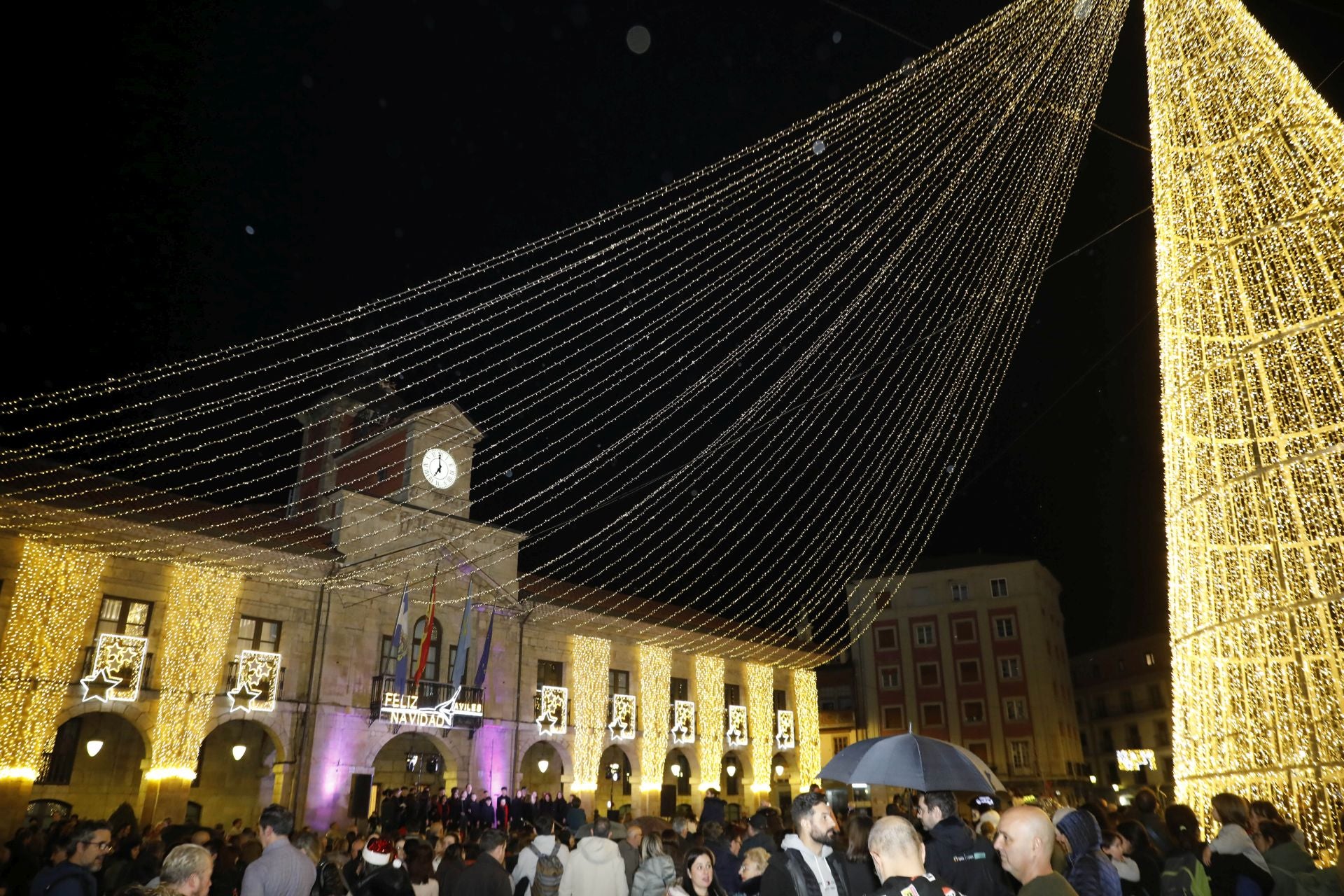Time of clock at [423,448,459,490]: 6:59
